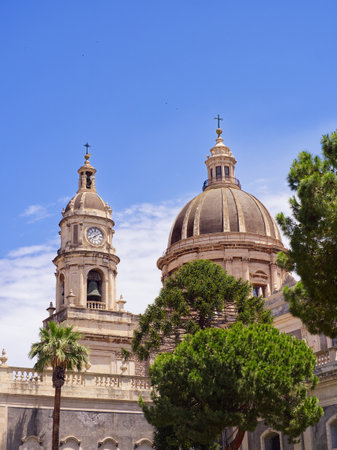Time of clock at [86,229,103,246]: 8:09
